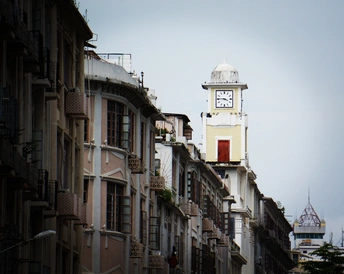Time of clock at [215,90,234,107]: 3:45
